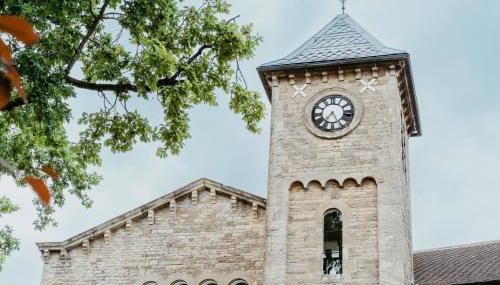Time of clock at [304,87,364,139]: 7:25
